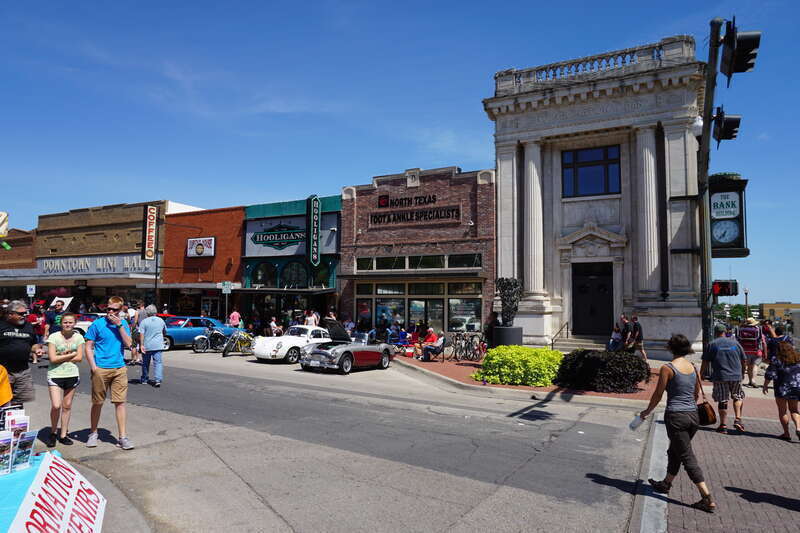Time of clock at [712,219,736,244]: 6:36
